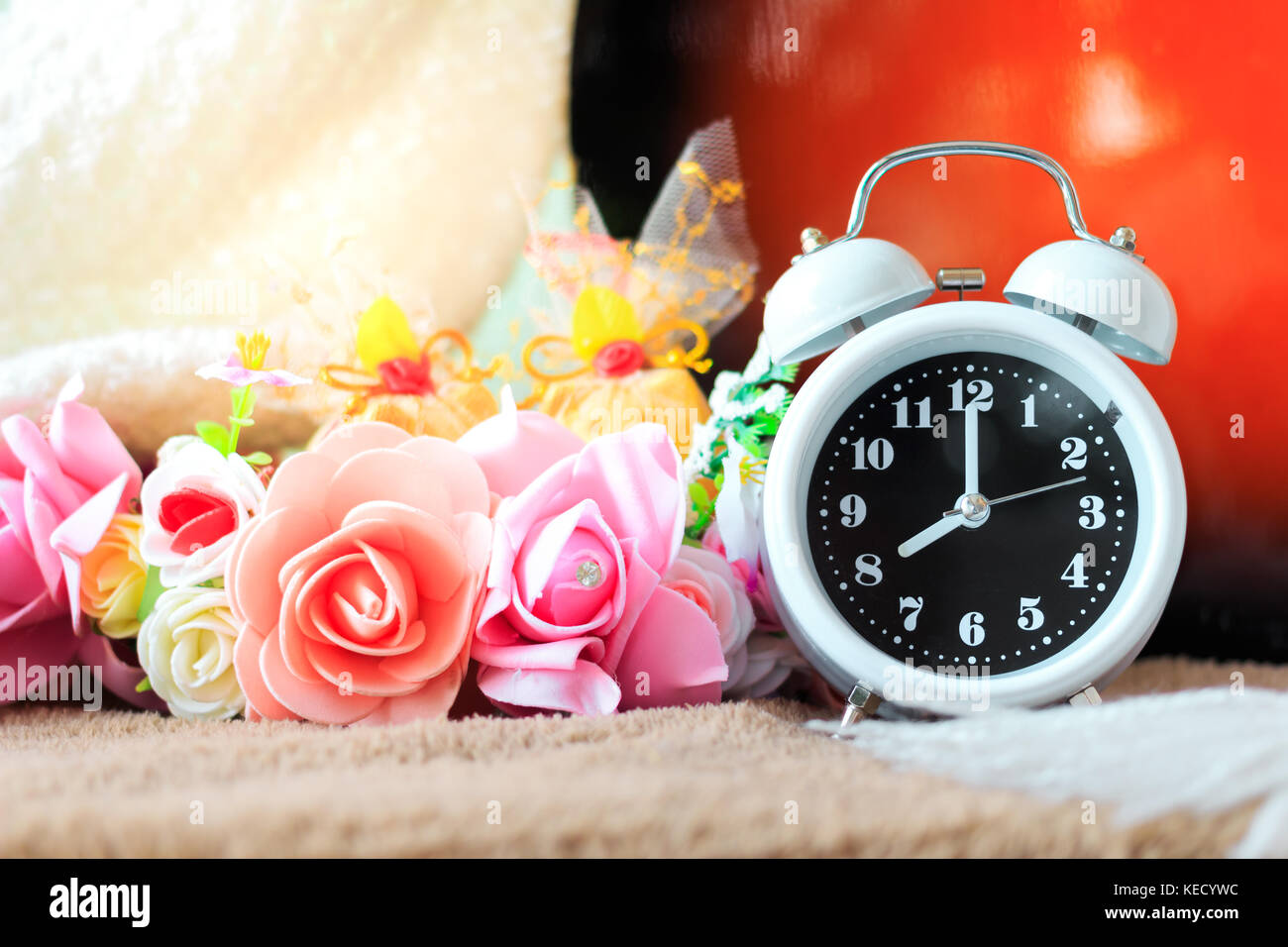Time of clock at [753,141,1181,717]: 8:00
